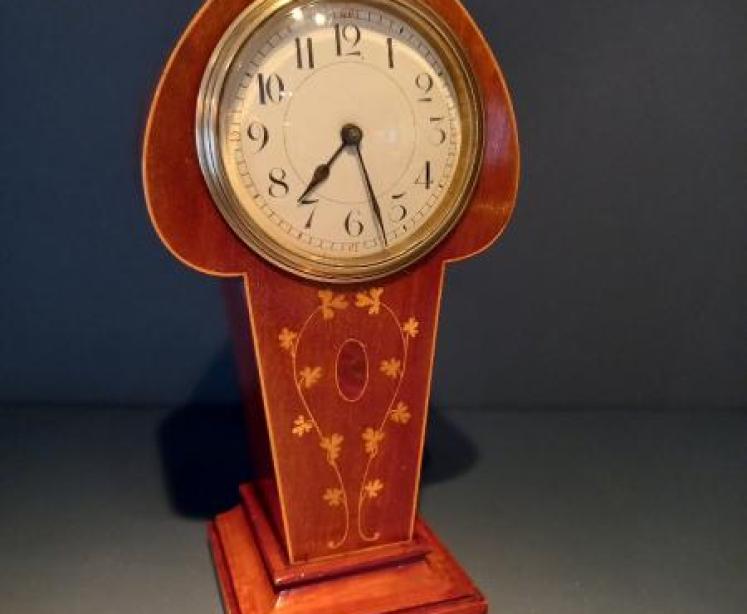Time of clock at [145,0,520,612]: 7:27
